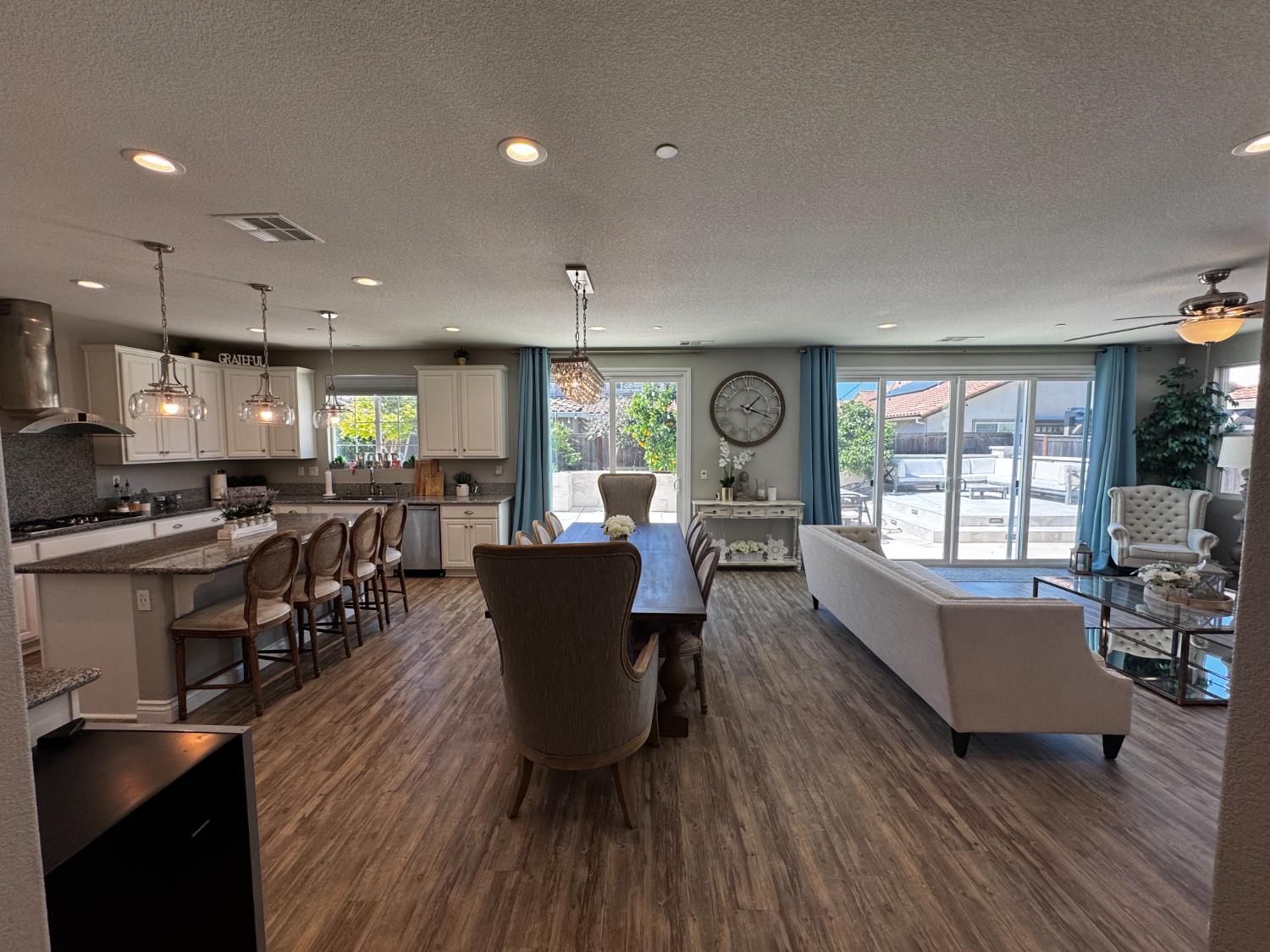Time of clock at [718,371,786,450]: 1:18
